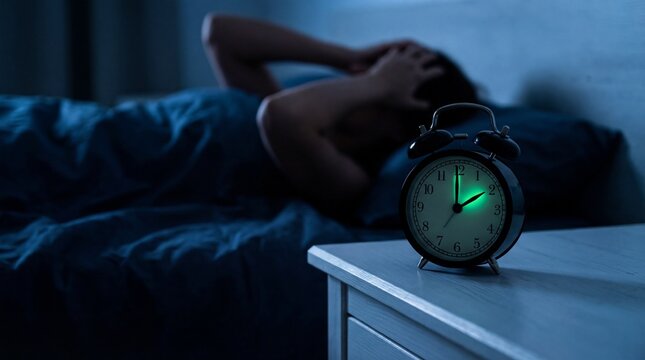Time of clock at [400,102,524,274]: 2:00
